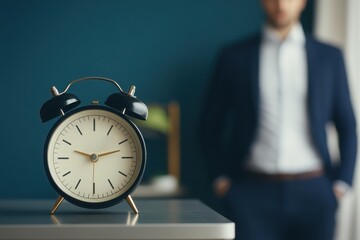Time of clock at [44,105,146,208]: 9:12
